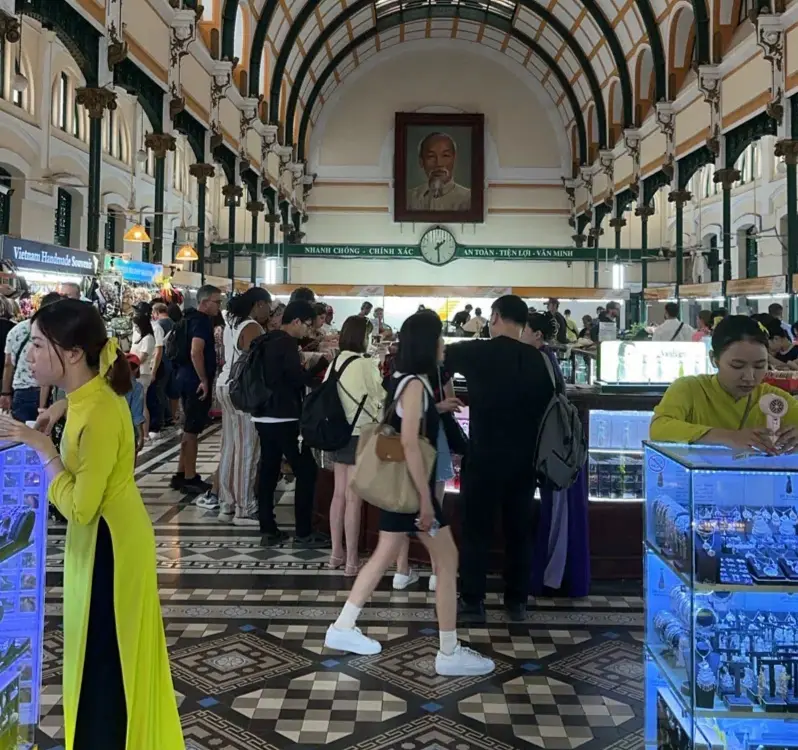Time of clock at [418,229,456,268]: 1:29
